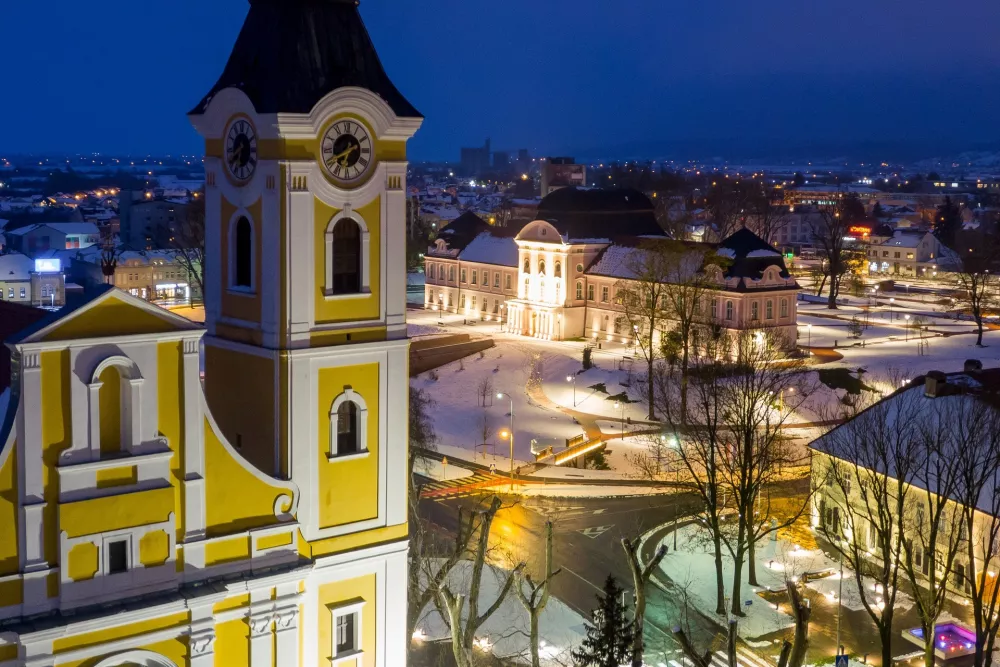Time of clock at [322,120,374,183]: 6:40
